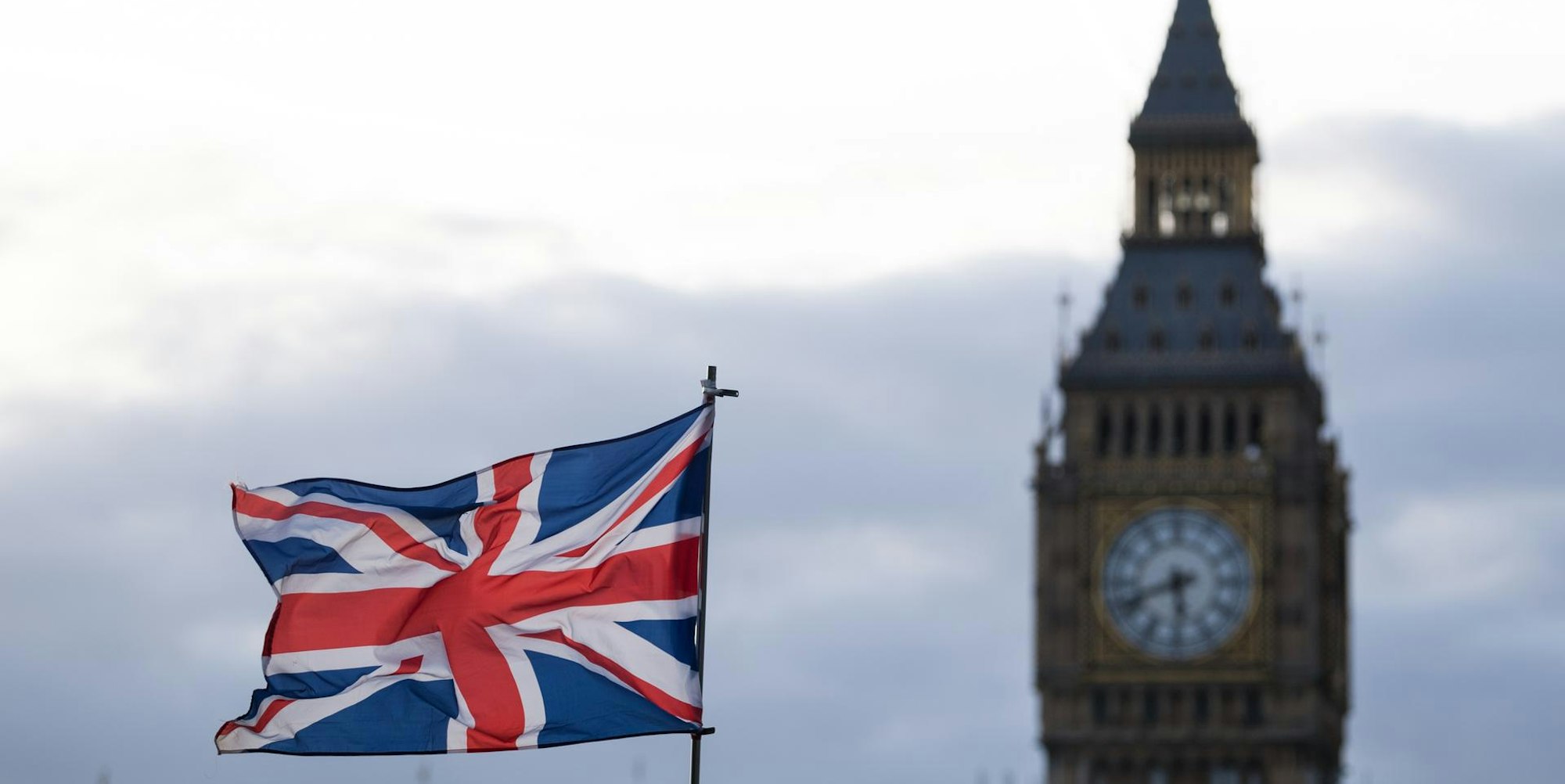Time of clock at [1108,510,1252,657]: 5:41
